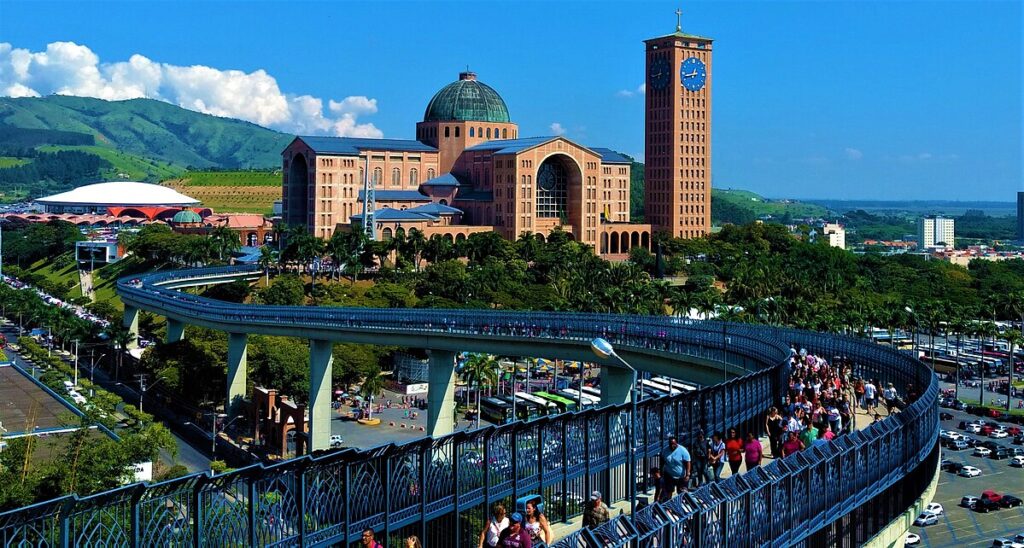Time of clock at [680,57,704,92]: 12:43
